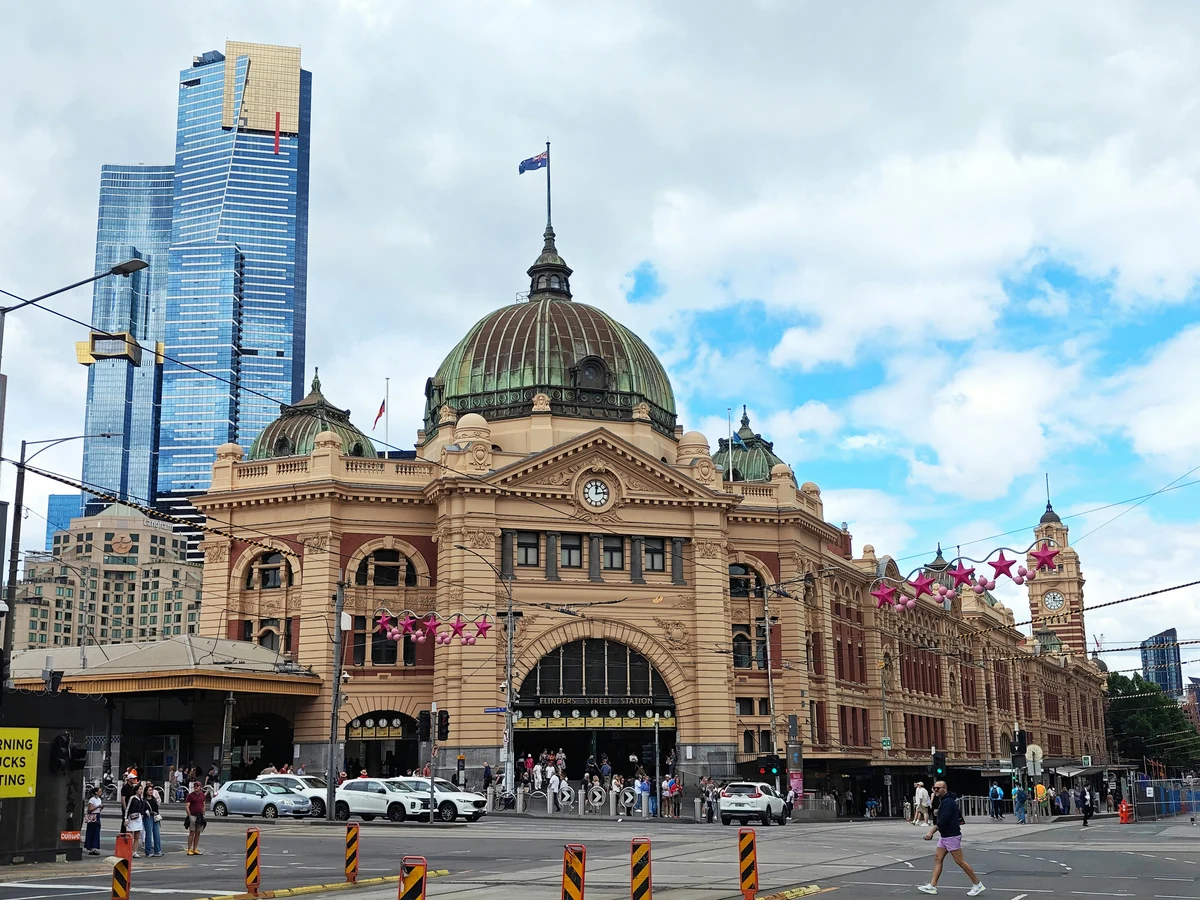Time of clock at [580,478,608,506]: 12:13
